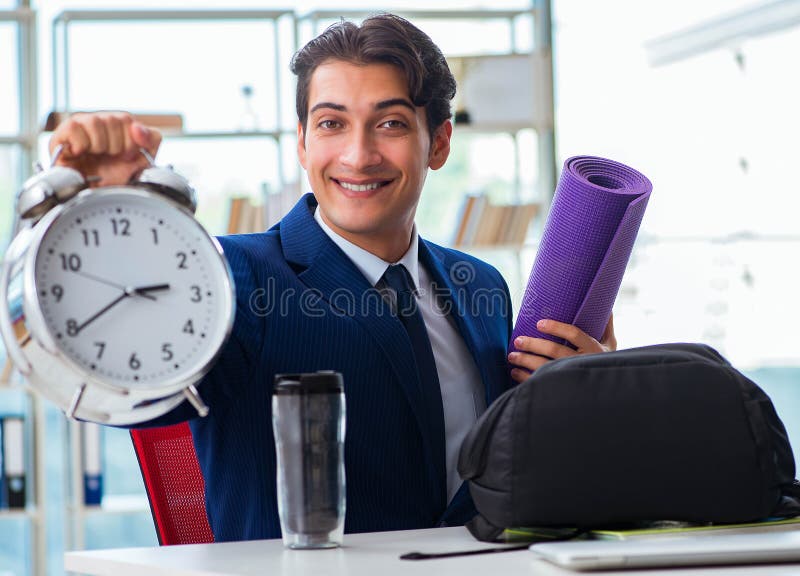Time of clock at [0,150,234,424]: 2:39
